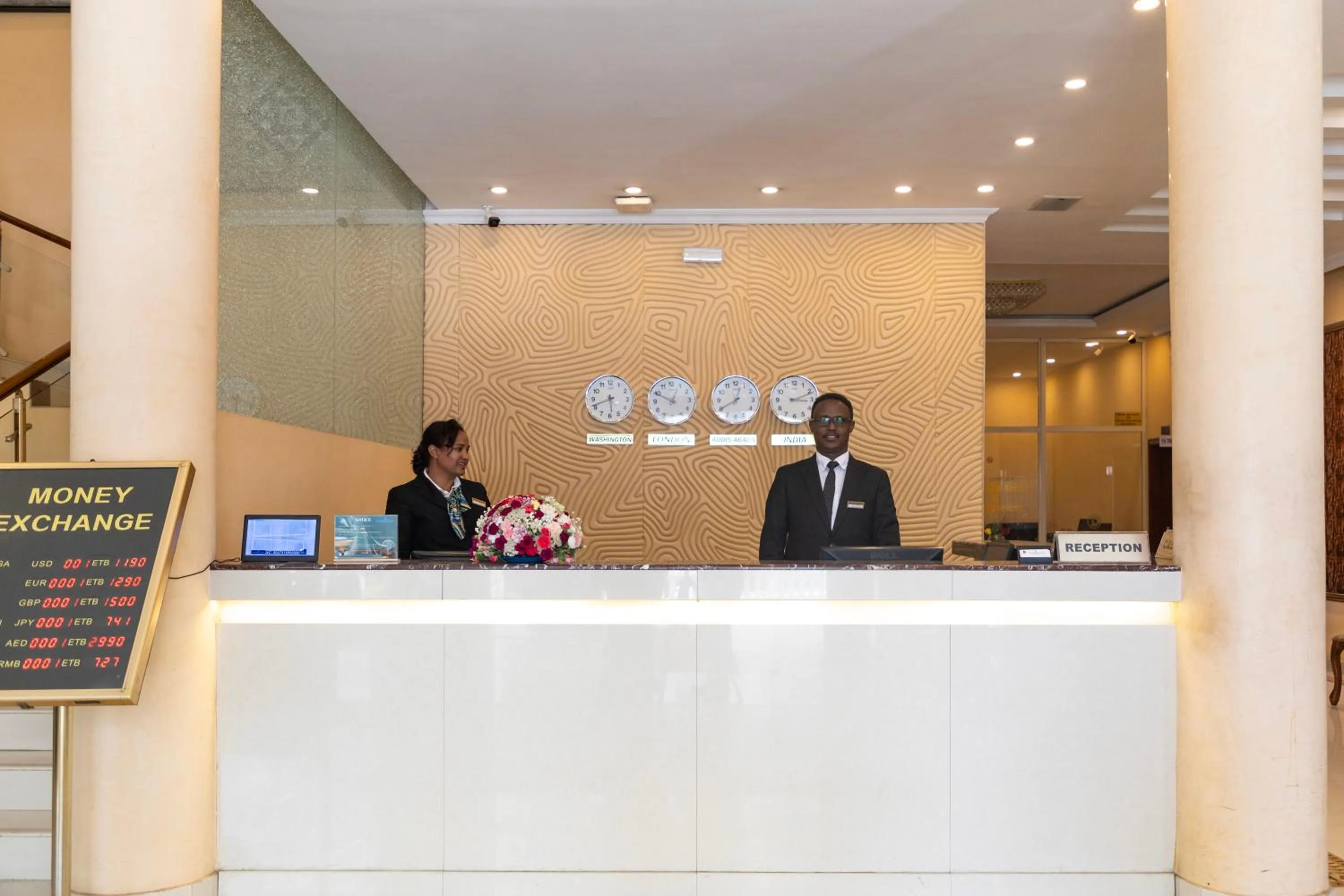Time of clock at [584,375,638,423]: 5:41
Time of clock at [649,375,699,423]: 12:49
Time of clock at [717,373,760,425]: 12:40
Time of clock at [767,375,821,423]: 3:11
